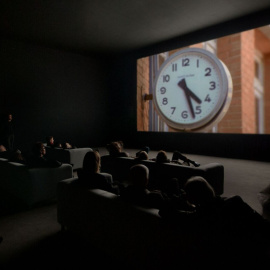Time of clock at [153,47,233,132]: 4:27
